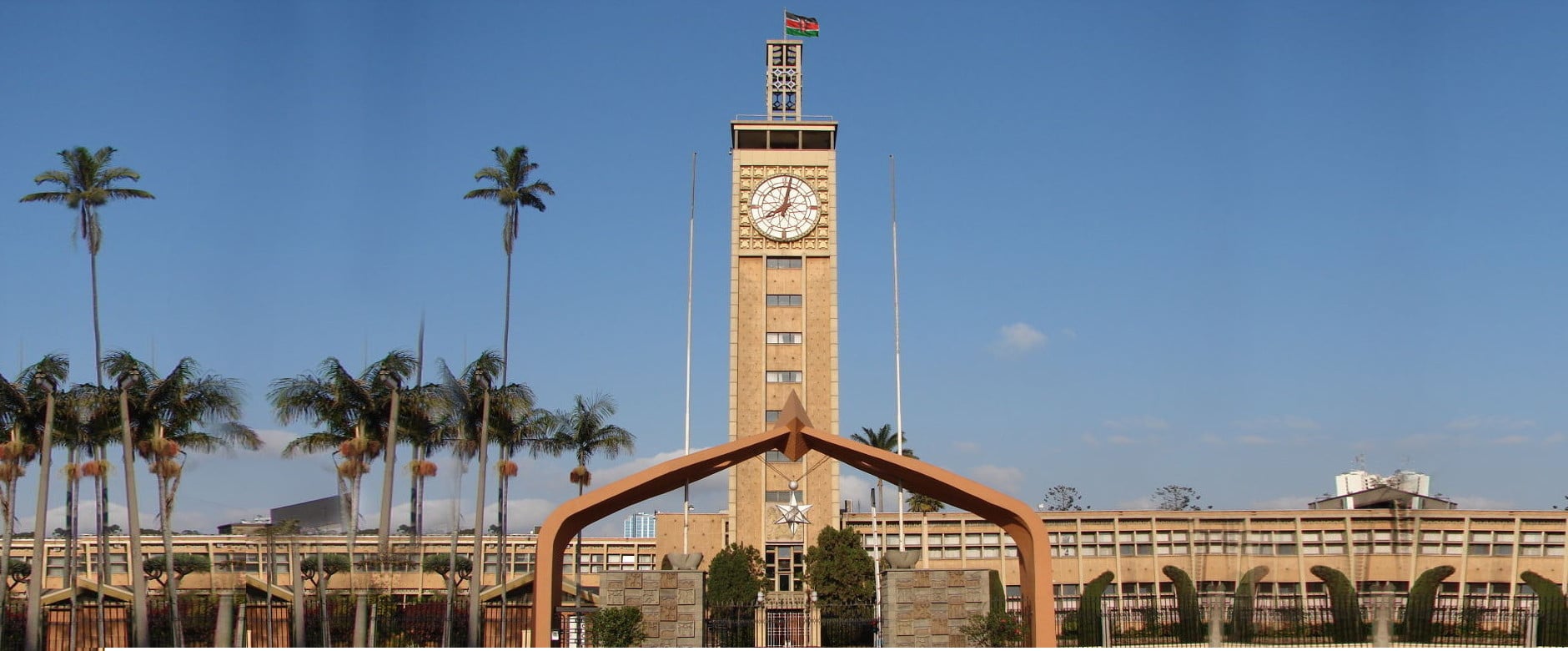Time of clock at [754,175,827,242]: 8:01
